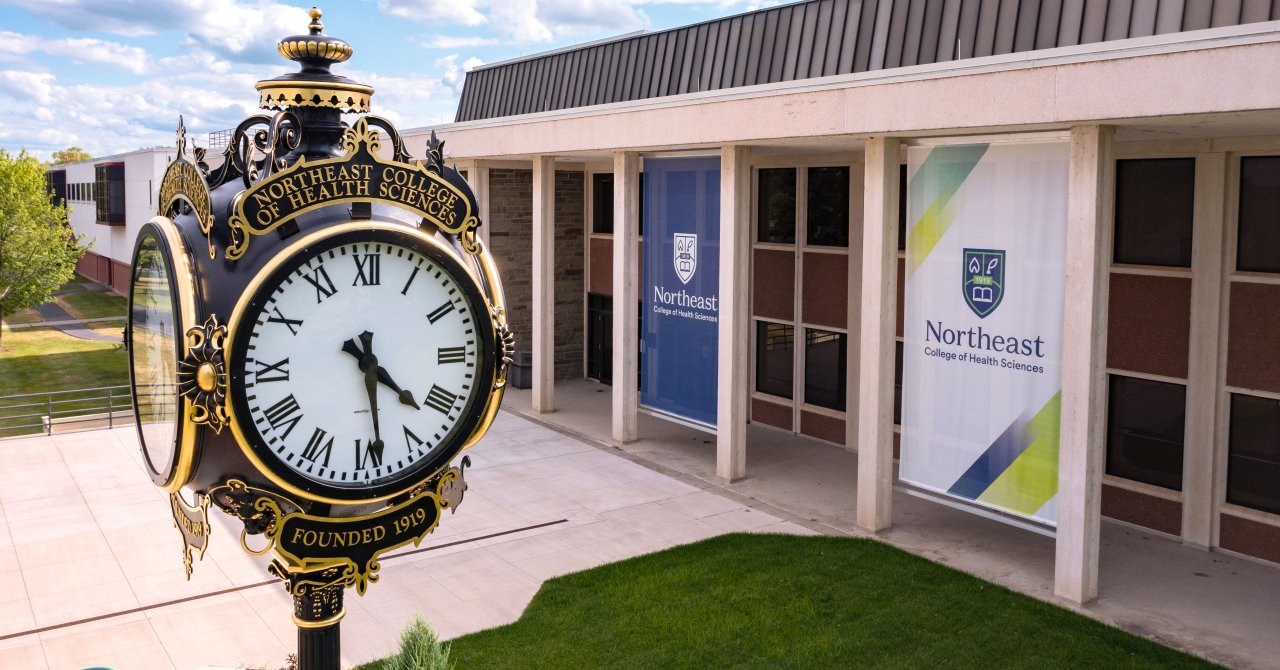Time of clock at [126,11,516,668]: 4:28
